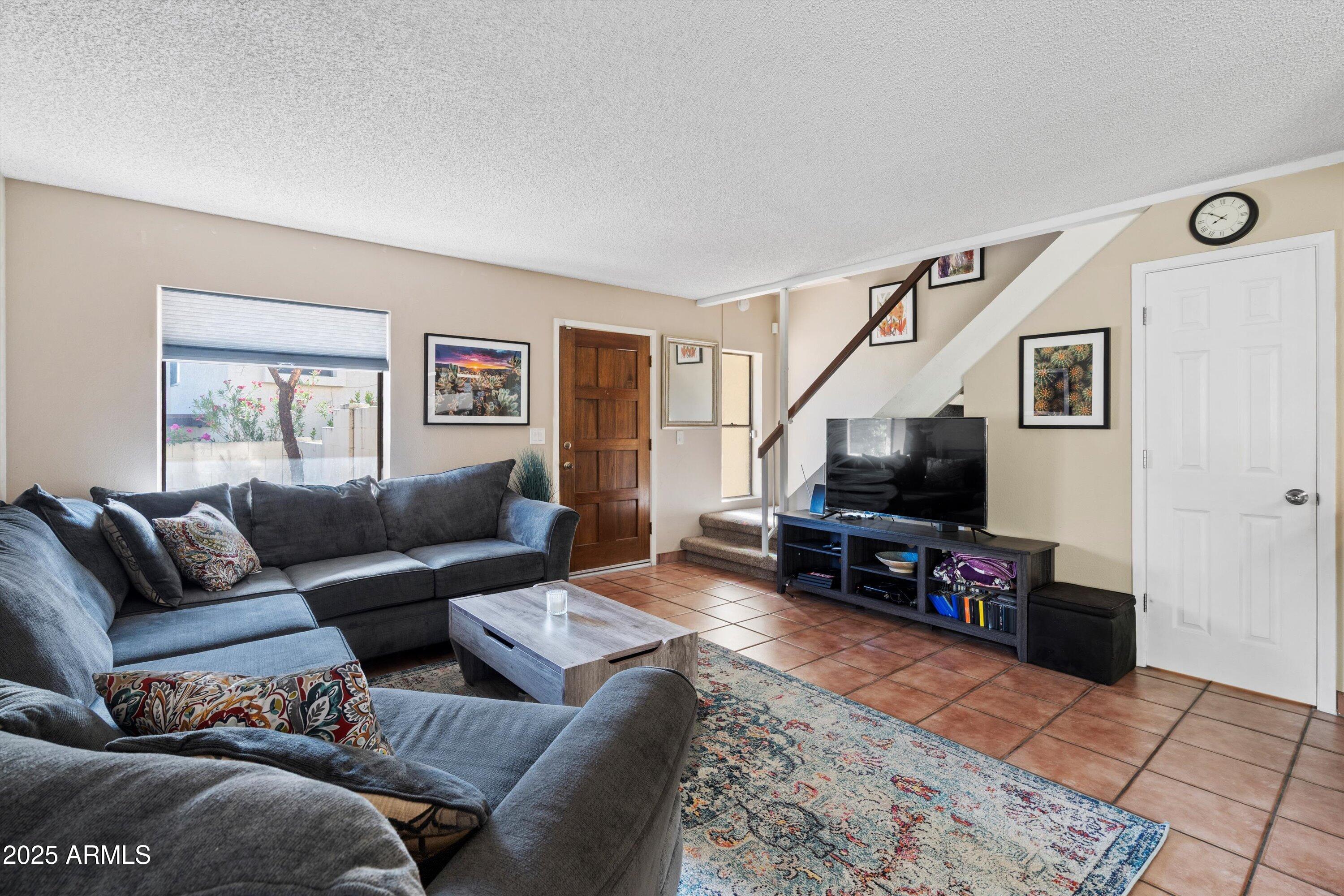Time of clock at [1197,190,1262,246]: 7:50
